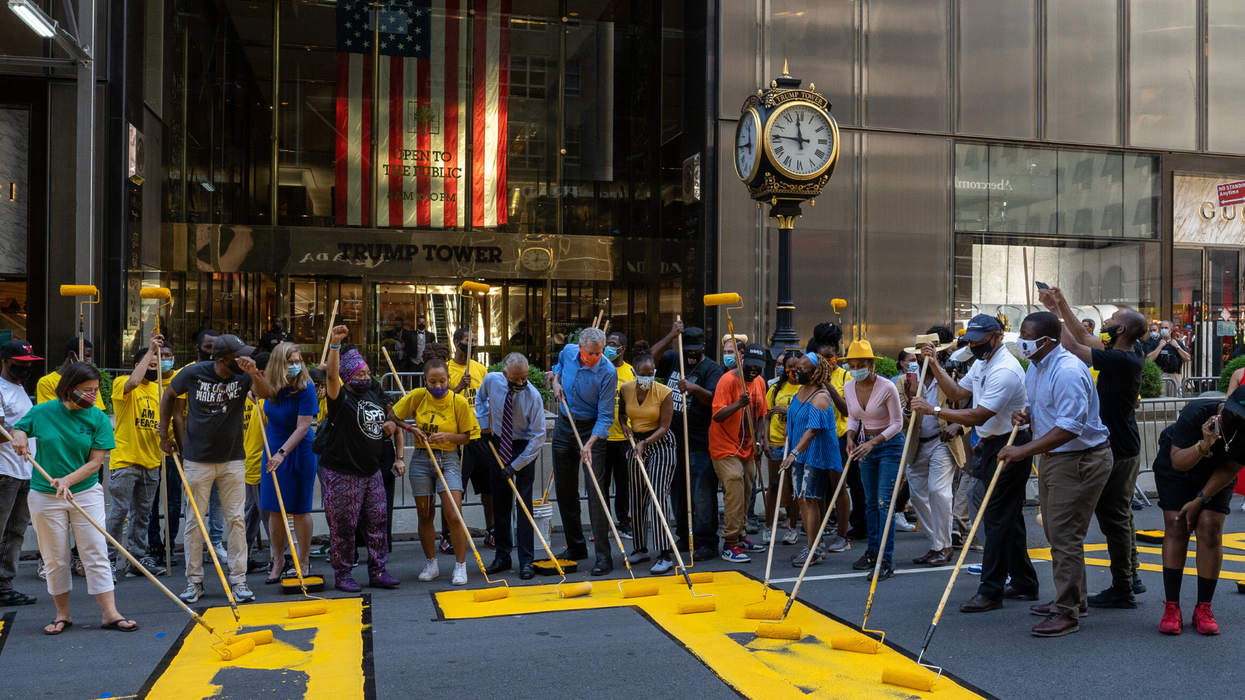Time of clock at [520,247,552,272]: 12:14
